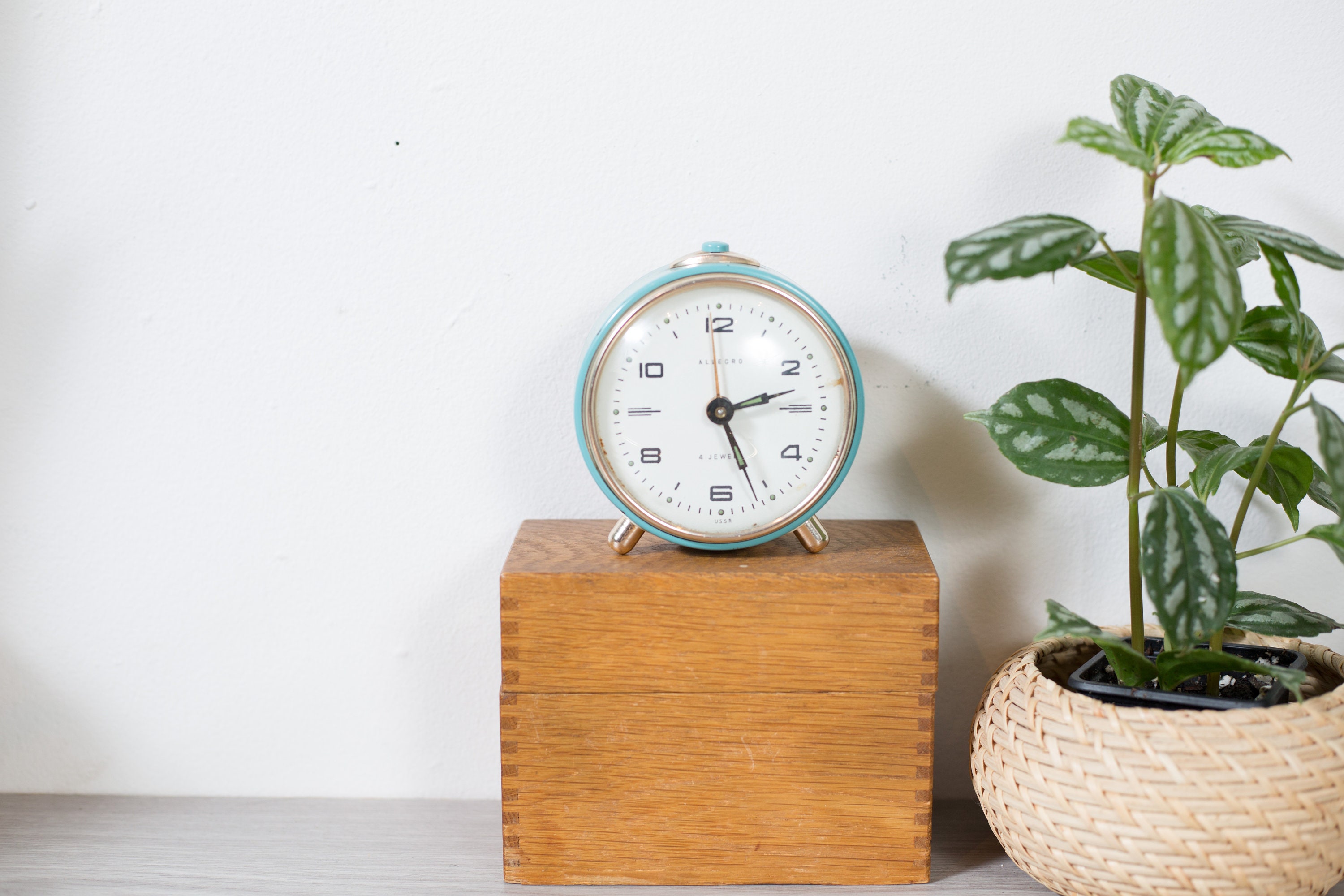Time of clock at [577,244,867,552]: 2:26
